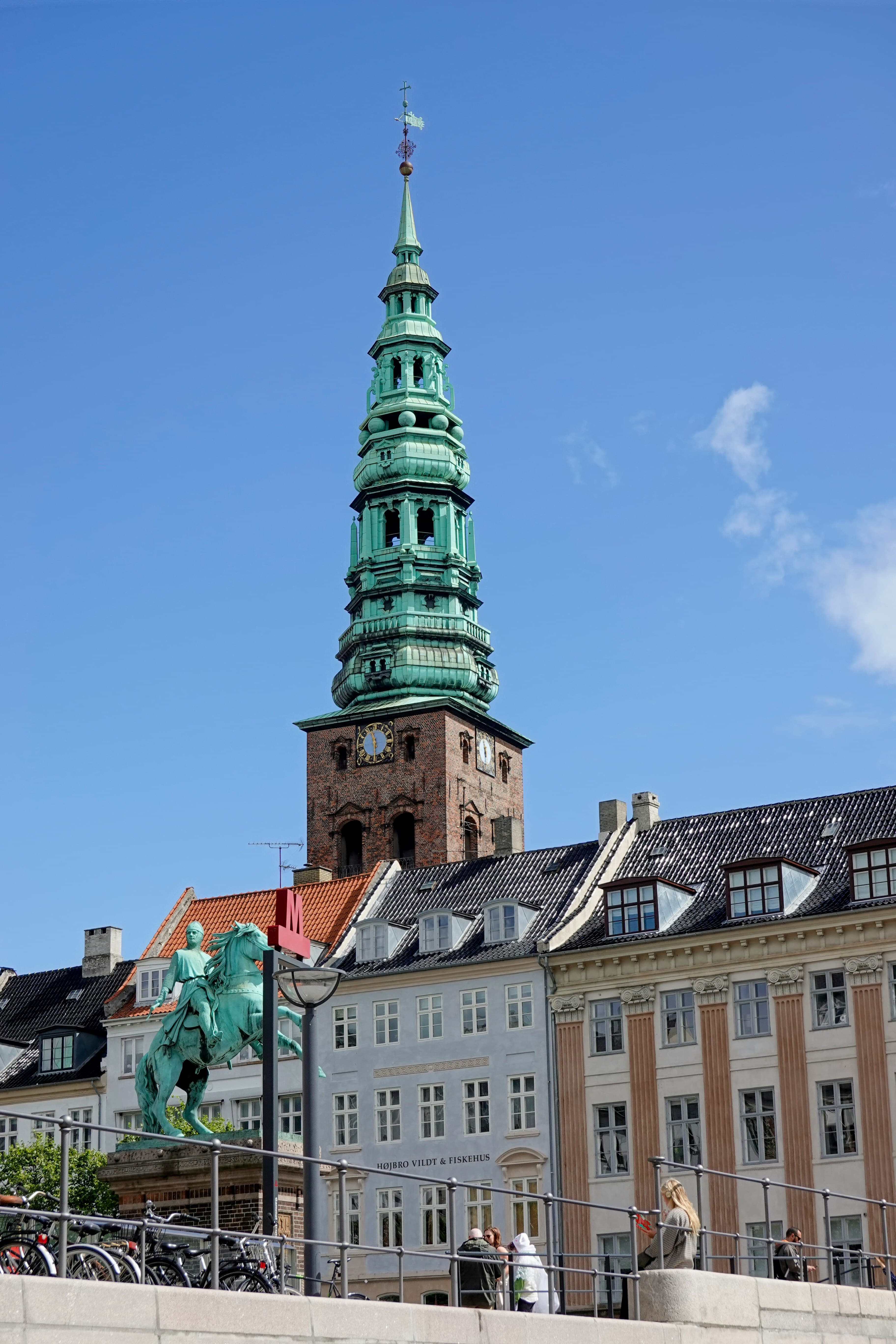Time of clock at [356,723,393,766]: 5:57
